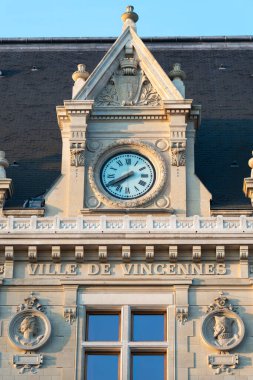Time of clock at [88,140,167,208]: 7:40
